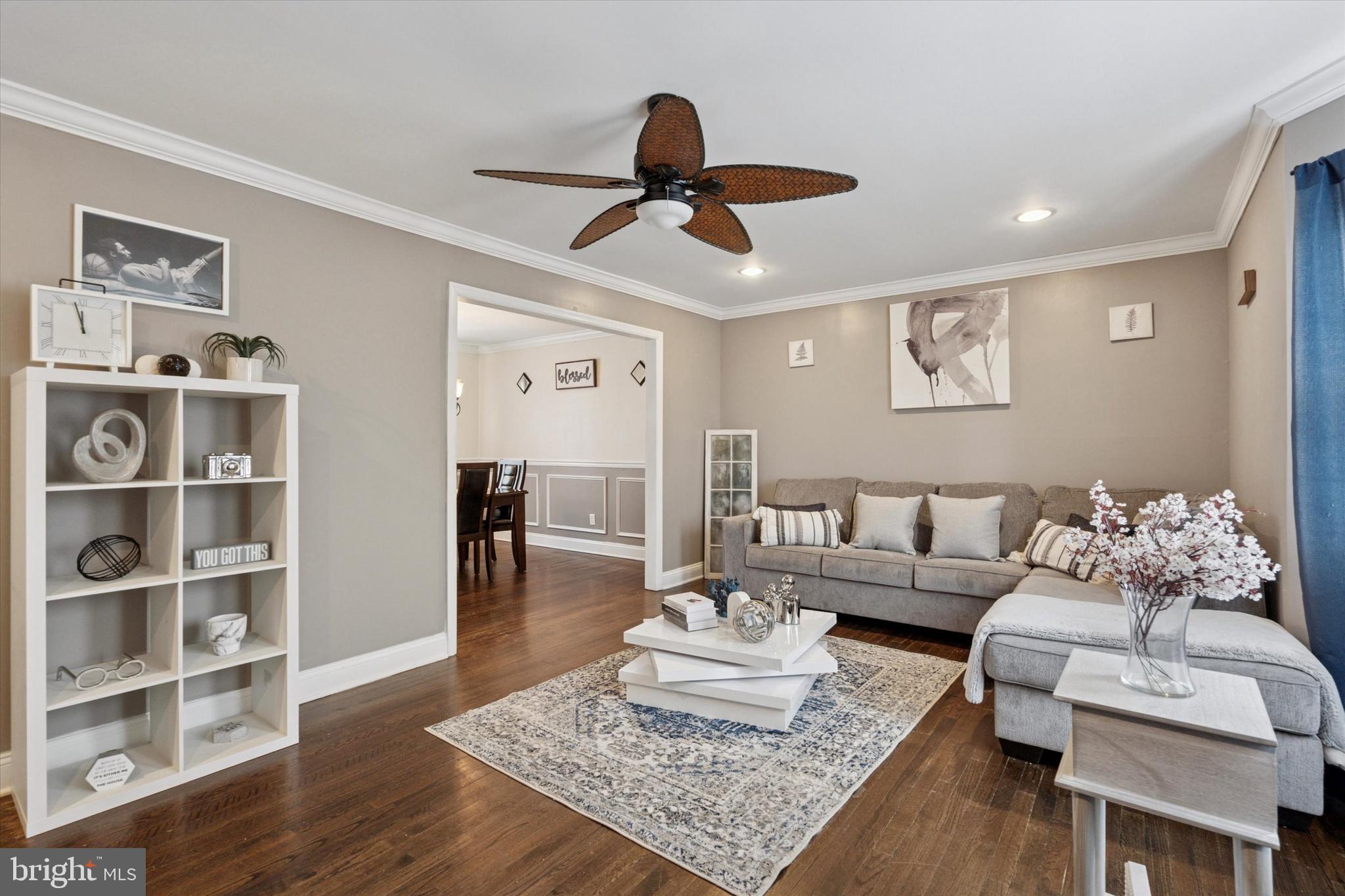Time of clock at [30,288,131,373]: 11:58
